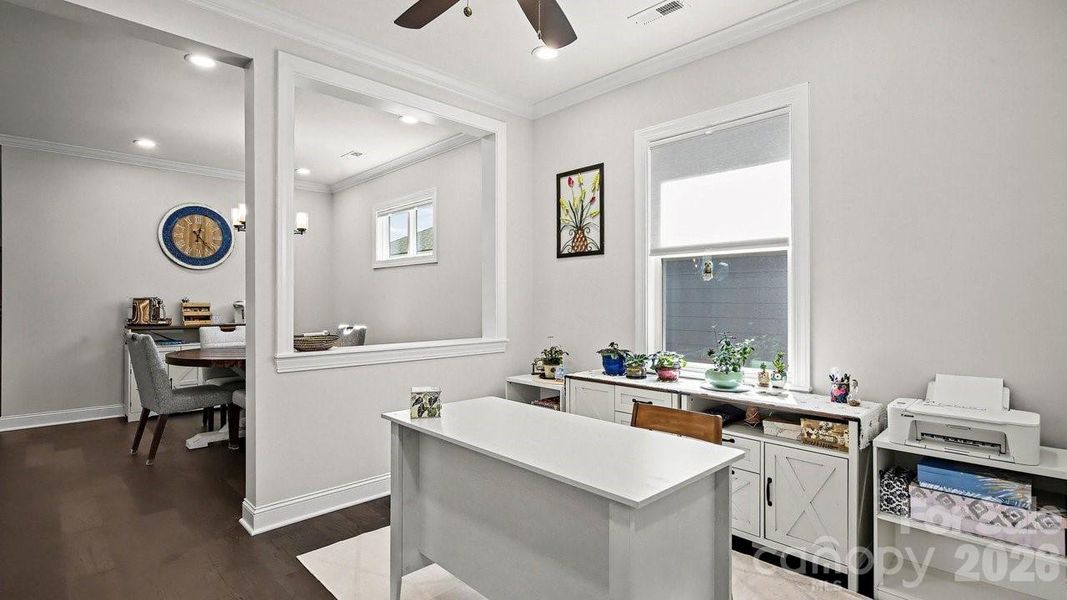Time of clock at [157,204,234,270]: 12:23
